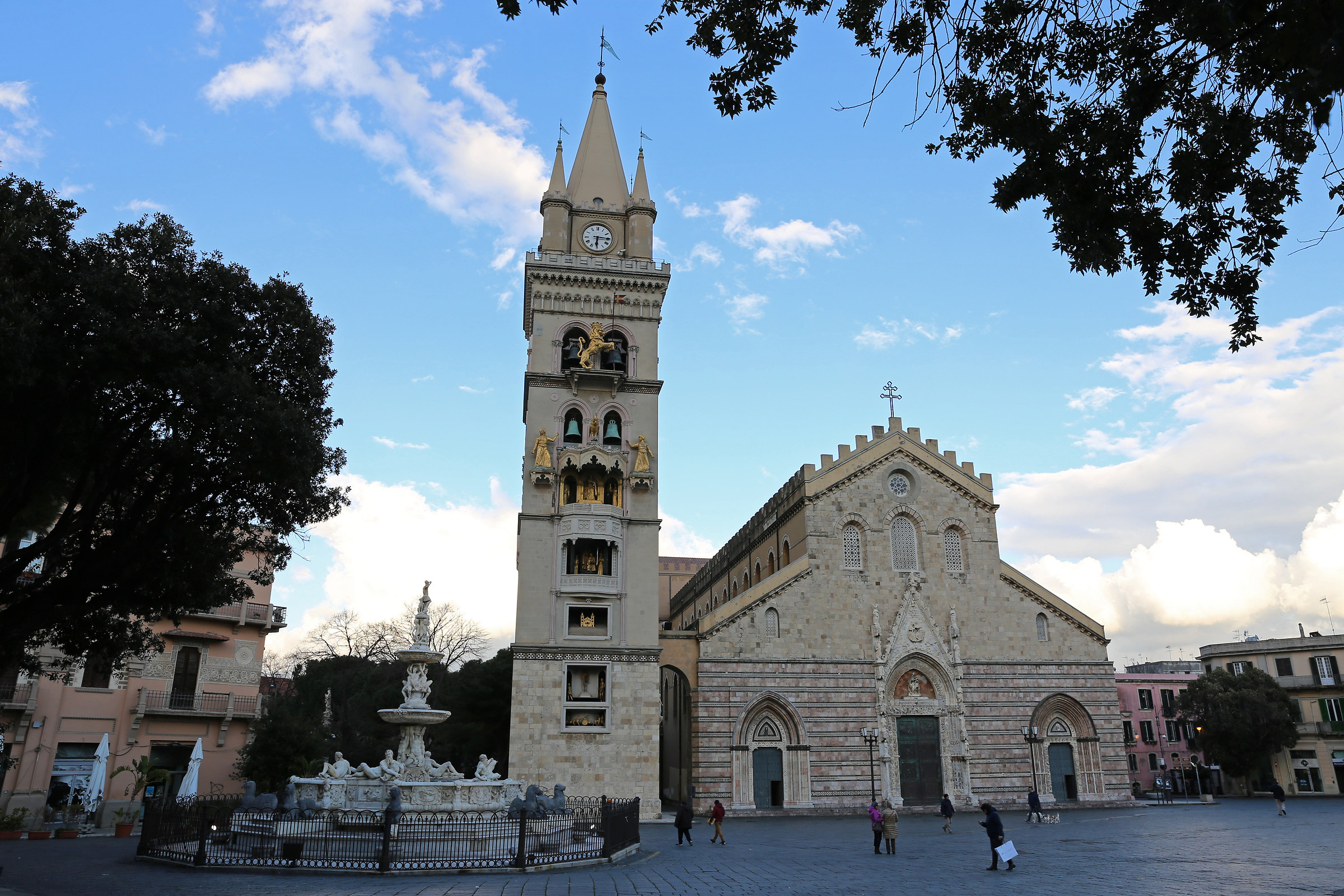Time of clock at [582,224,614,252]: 6:15
